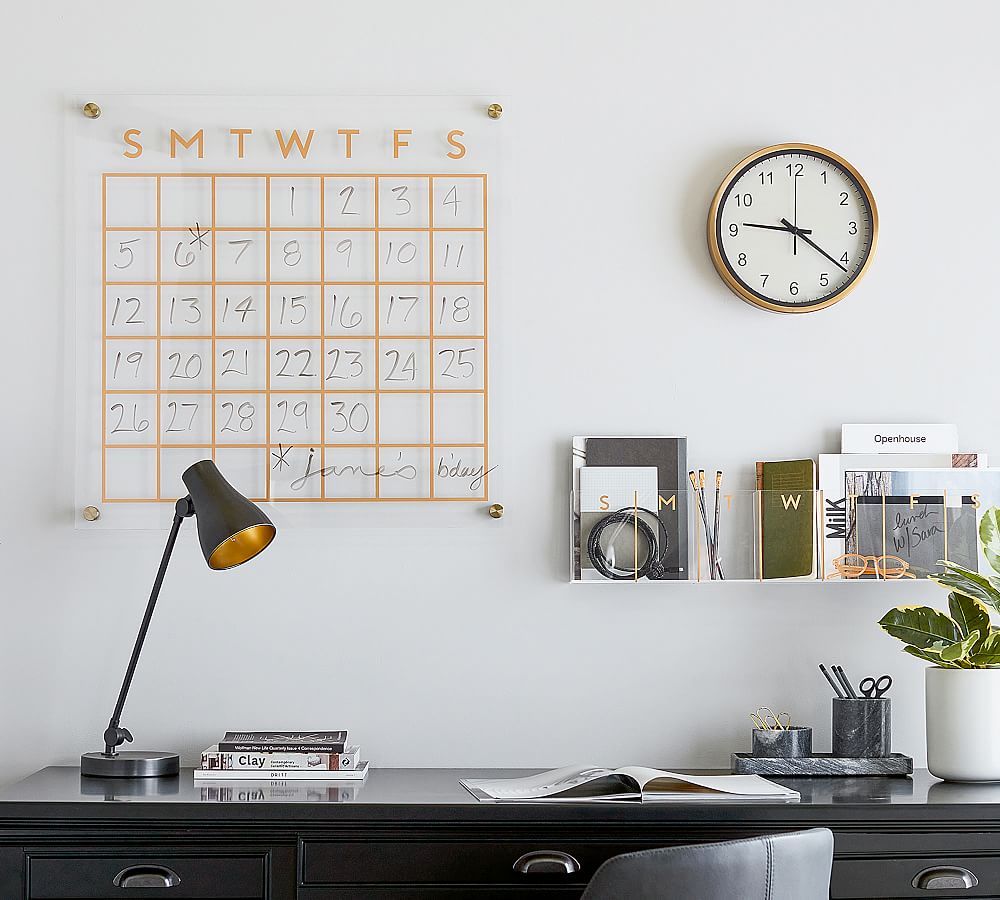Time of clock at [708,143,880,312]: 9:21
